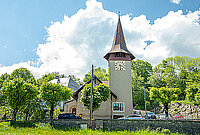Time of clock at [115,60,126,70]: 3:29
